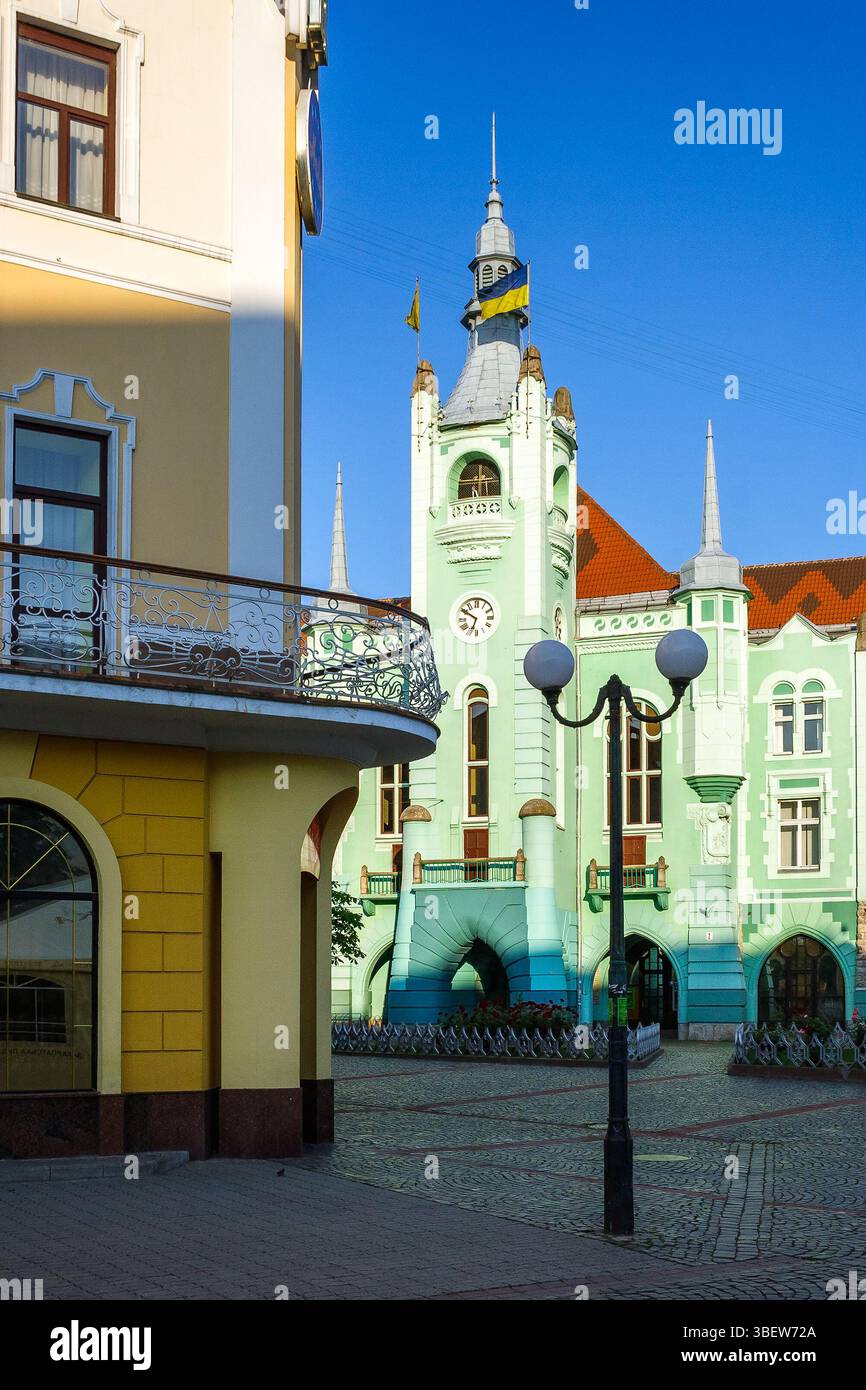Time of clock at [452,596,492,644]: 6:50
